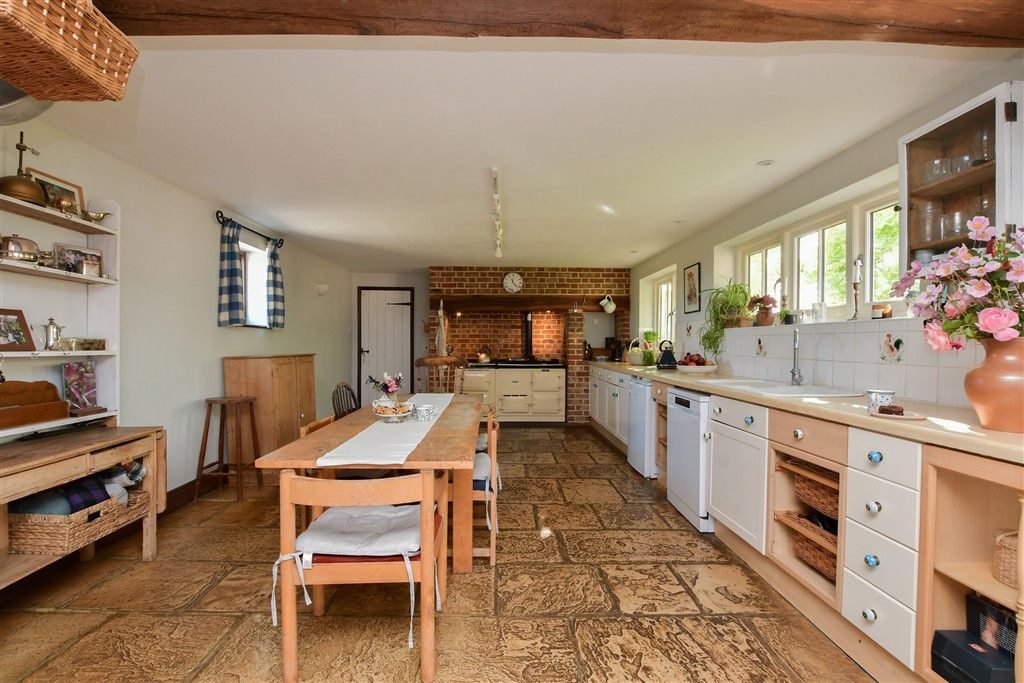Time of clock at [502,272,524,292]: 11:22
